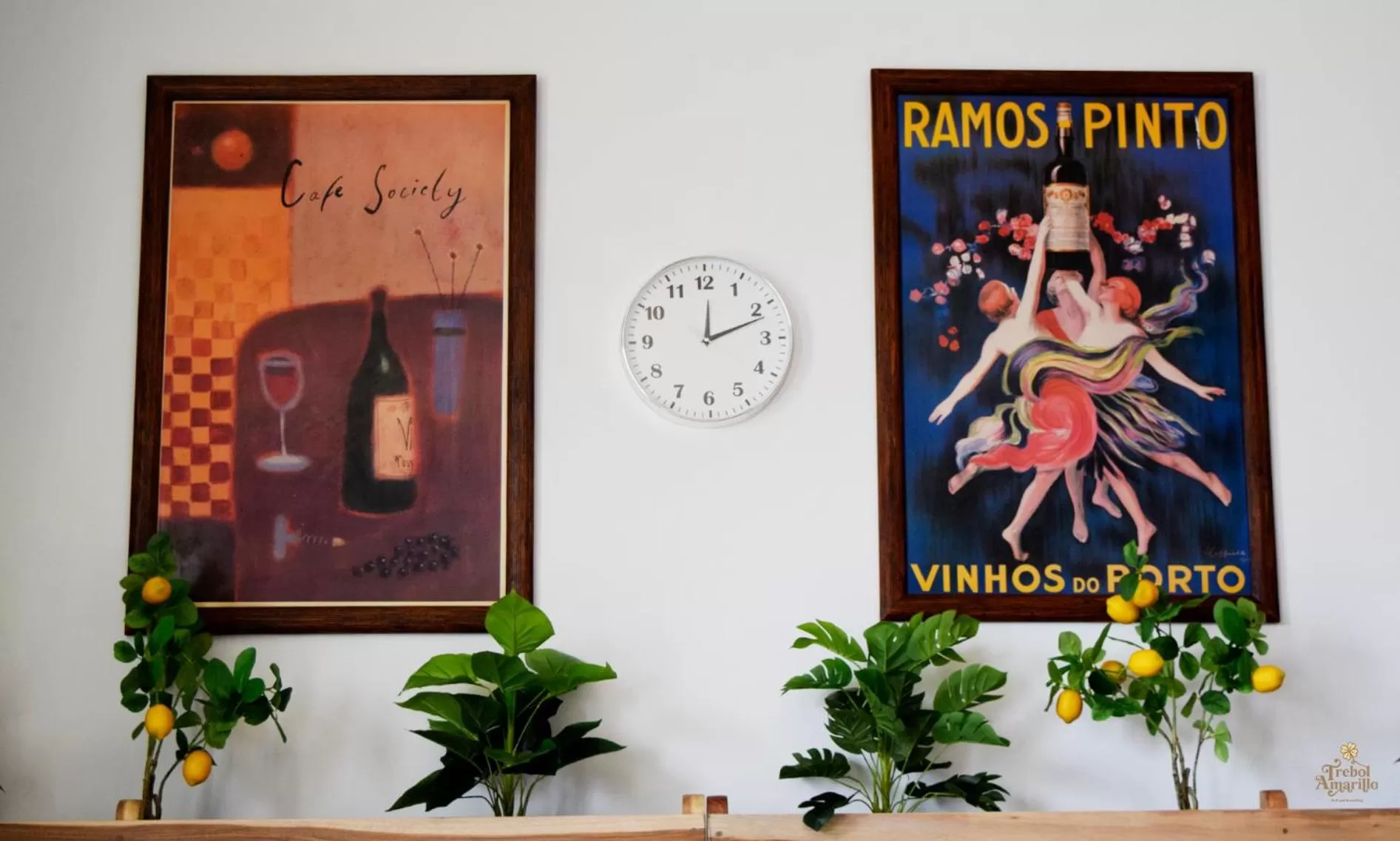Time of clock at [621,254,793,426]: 12:11
